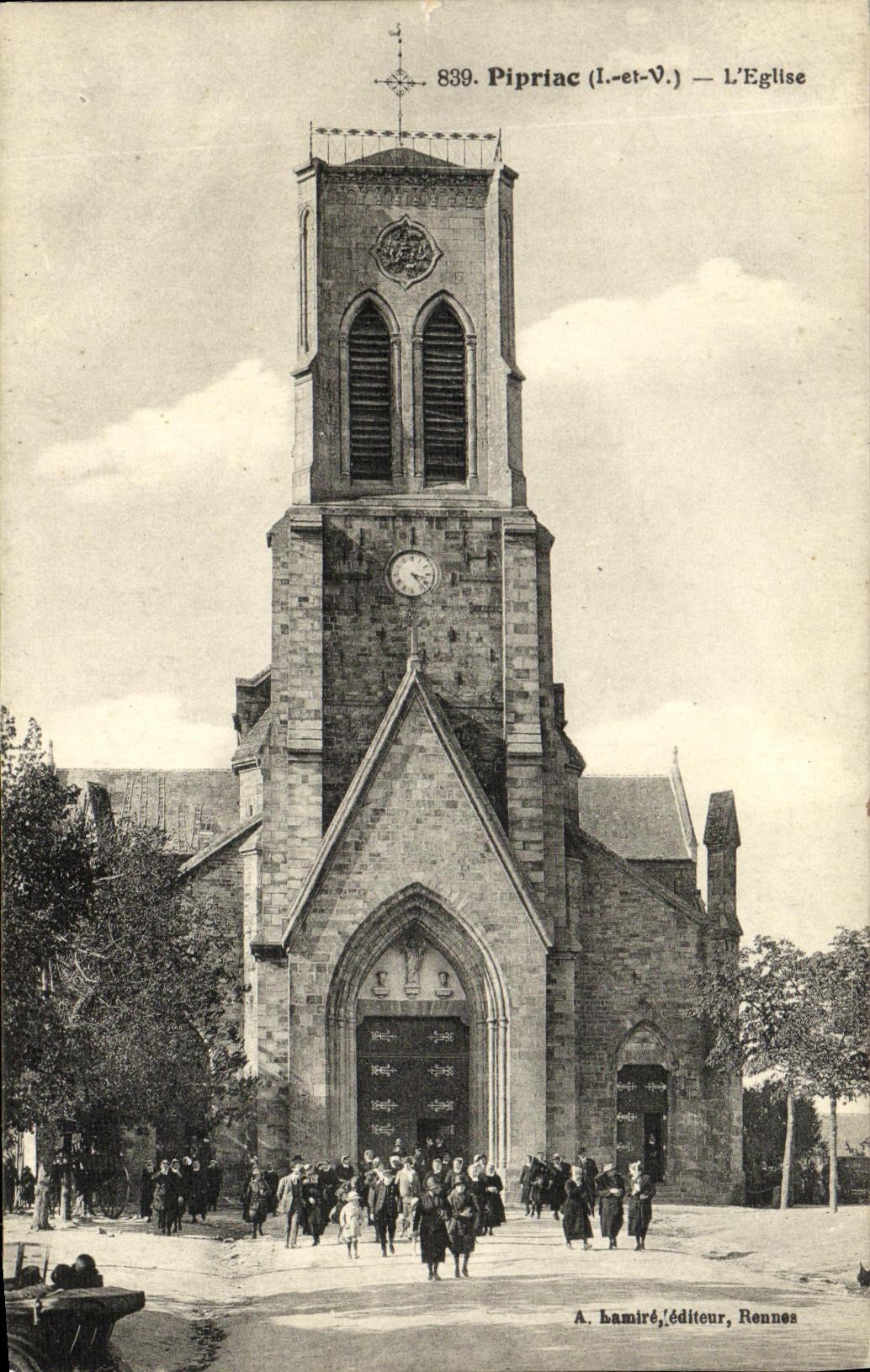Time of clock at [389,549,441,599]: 3:23
